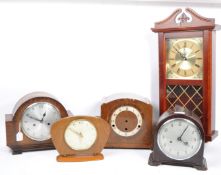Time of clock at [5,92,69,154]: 12:49
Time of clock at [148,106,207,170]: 4:05
